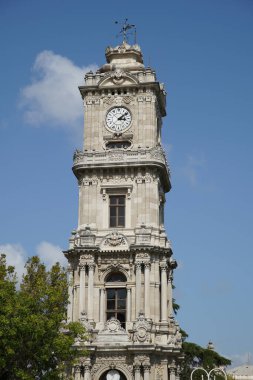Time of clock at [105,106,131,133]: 3:08
